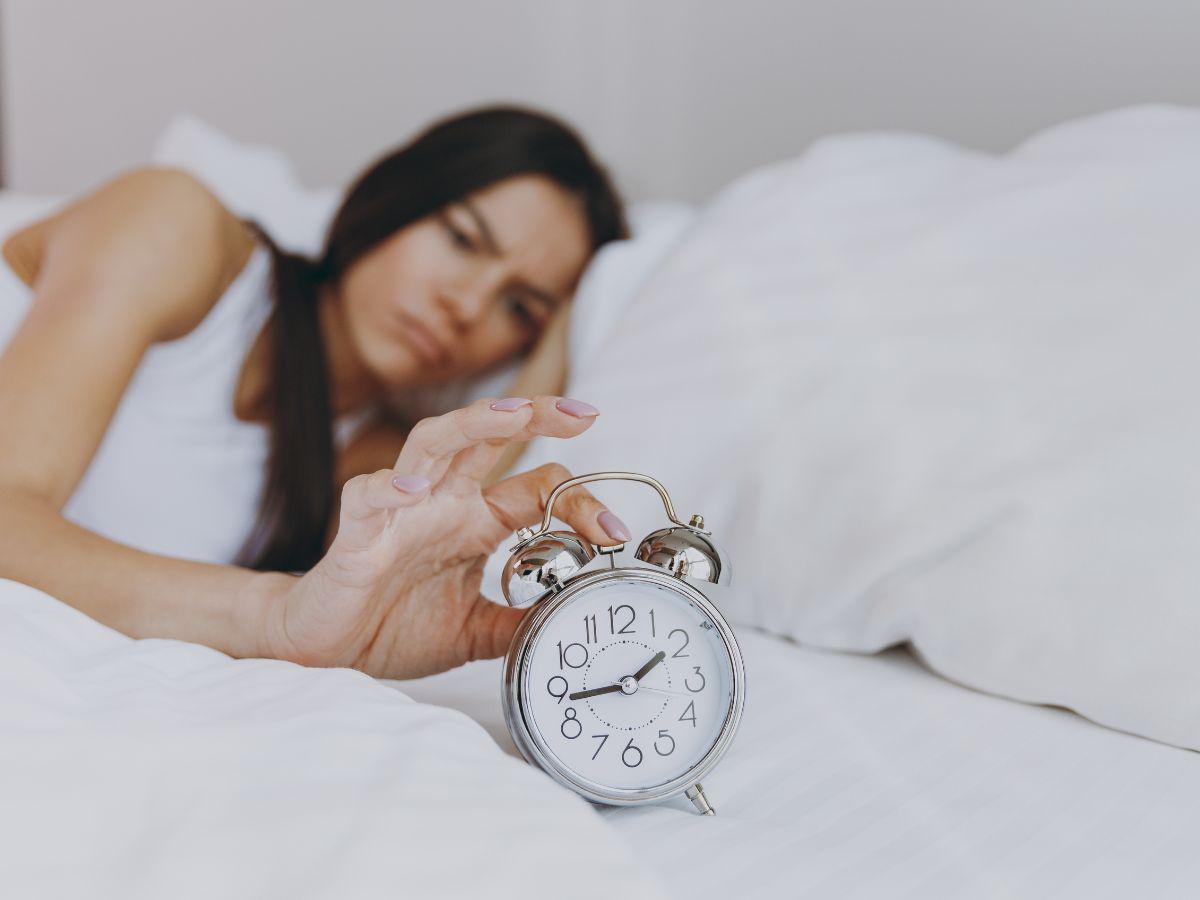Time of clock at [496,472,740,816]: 1:43
